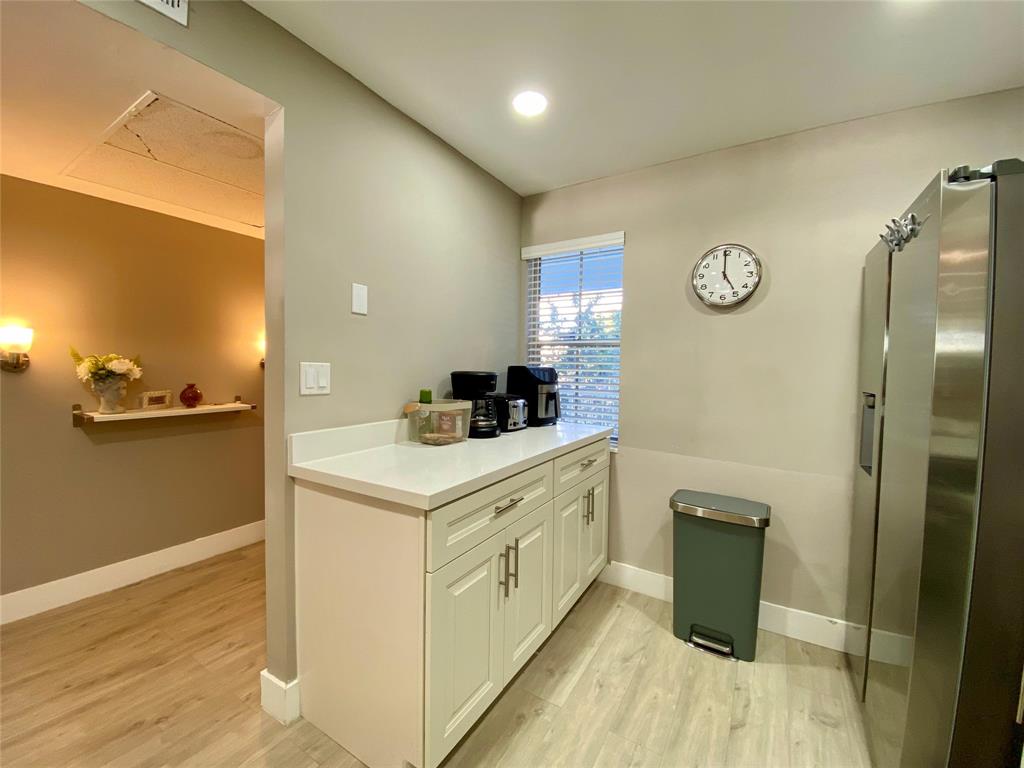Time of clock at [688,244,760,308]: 4:59
